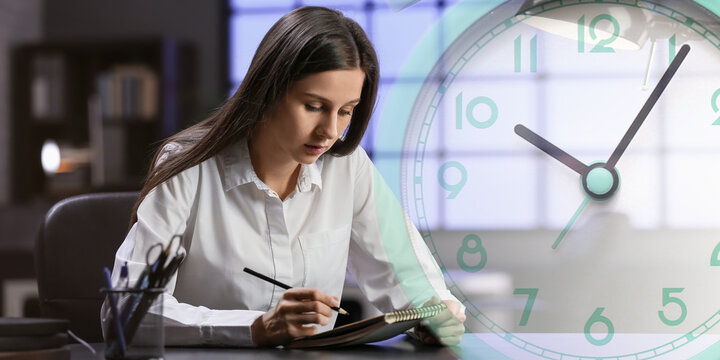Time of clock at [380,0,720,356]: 10:05
